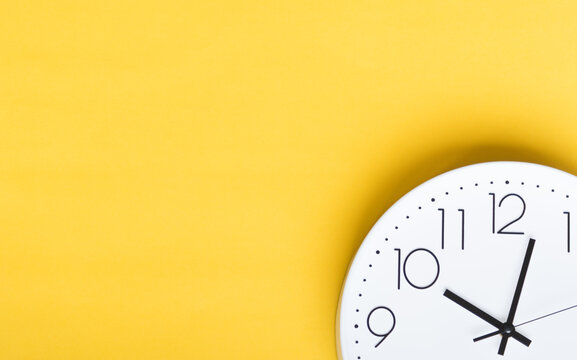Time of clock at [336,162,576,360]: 10:02
